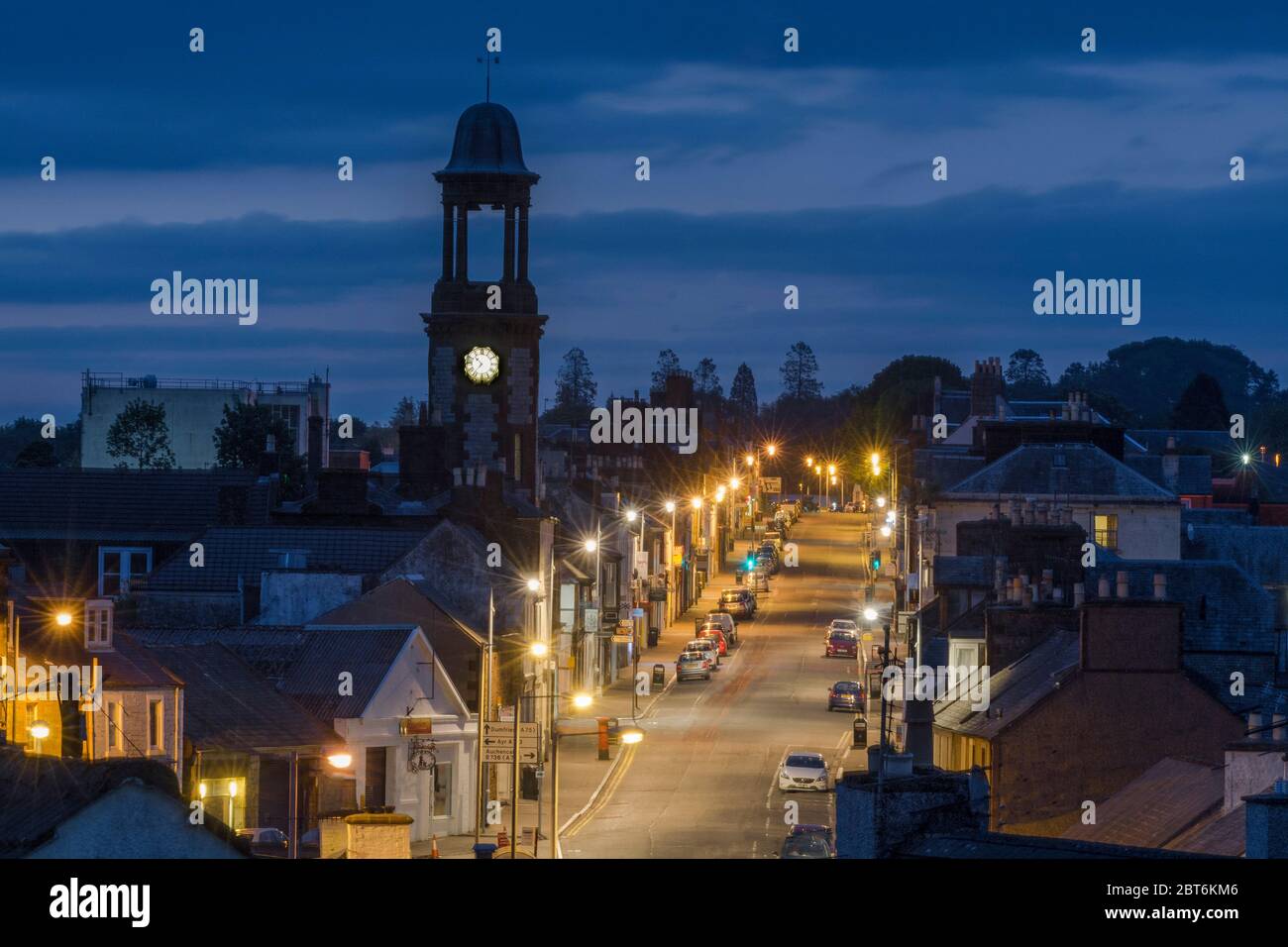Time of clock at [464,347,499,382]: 10:36
